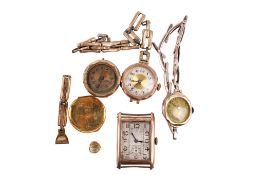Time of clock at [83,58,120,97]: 12:33
